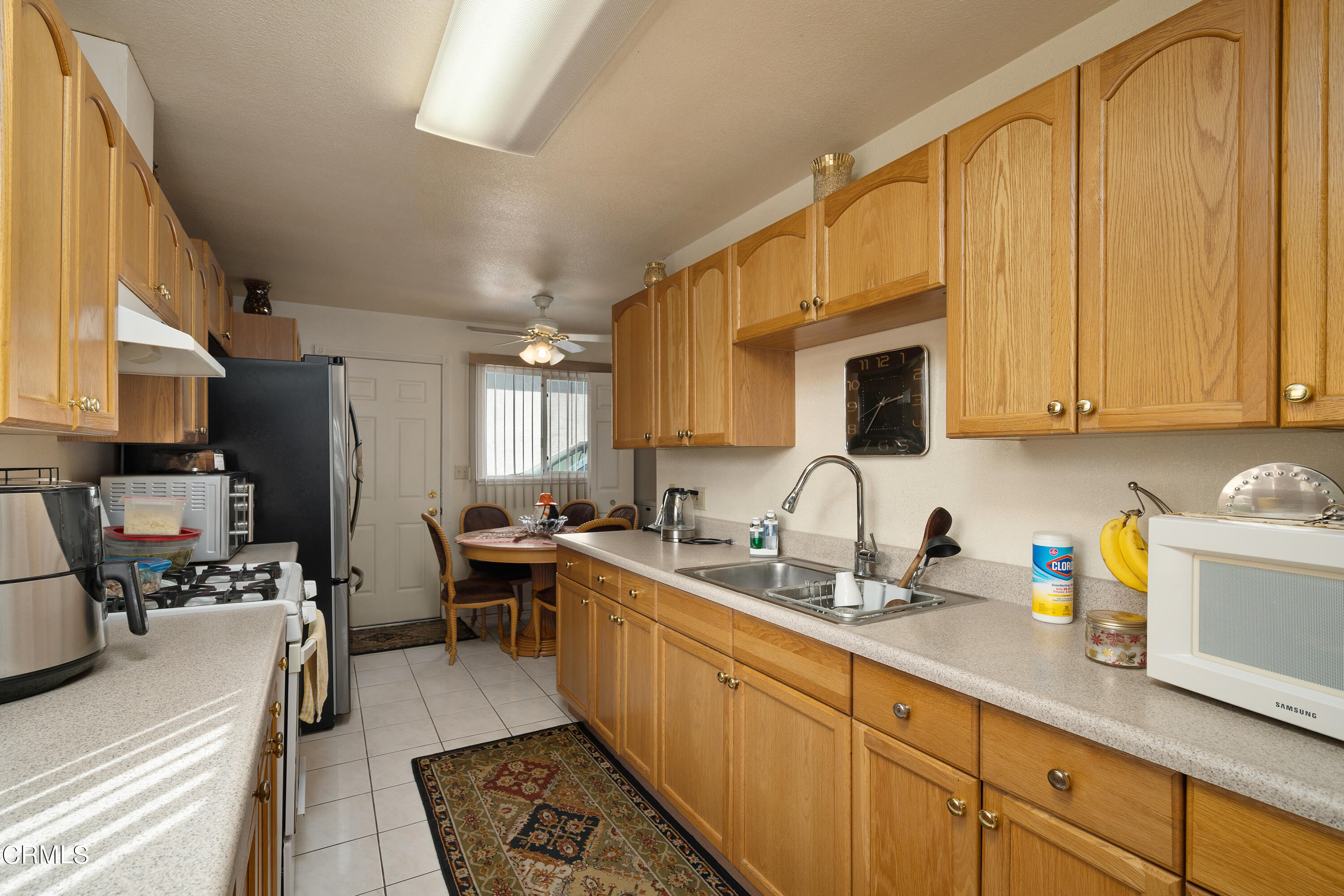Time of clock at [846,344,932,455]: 2:36
